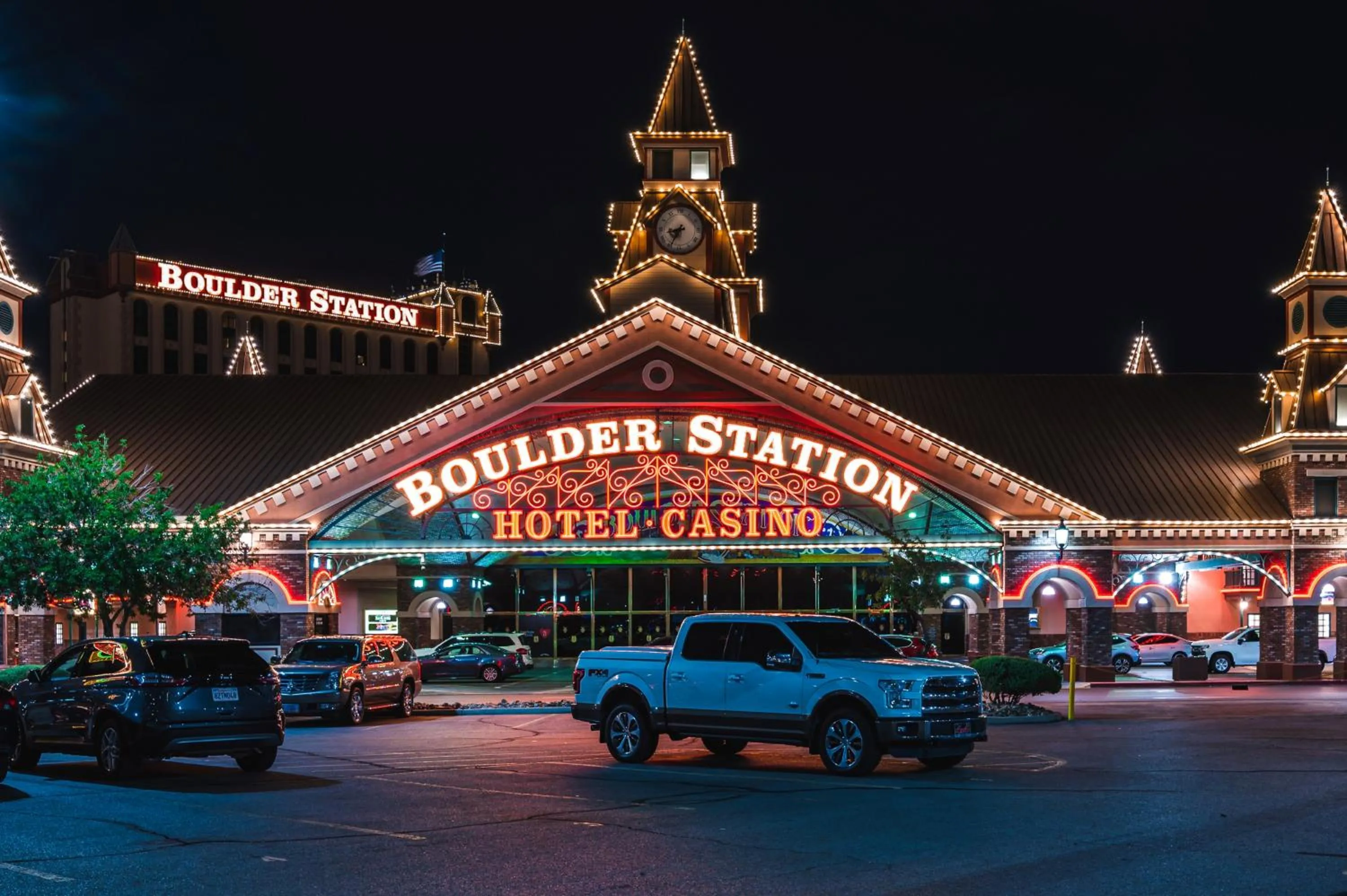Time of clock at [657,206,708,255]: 8:35
